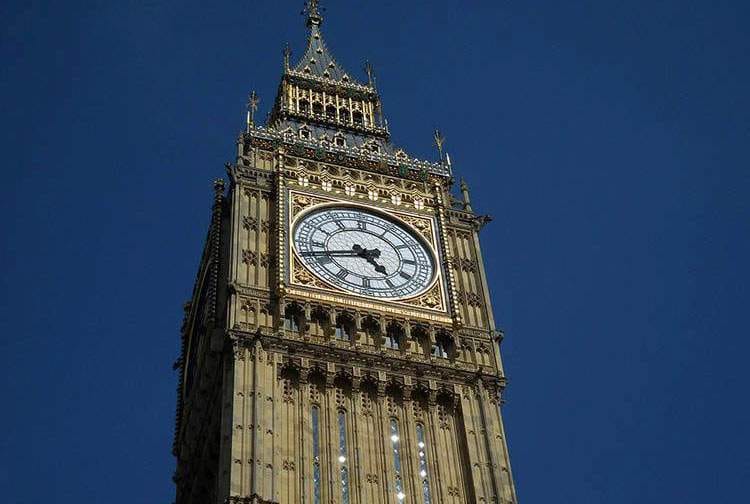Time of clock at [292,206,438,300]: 4:42
